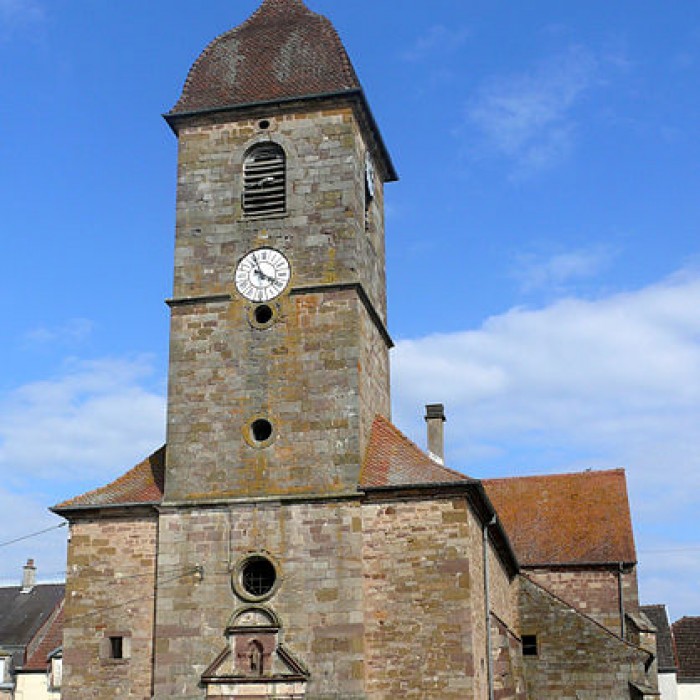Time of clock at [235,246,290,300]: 3:55
